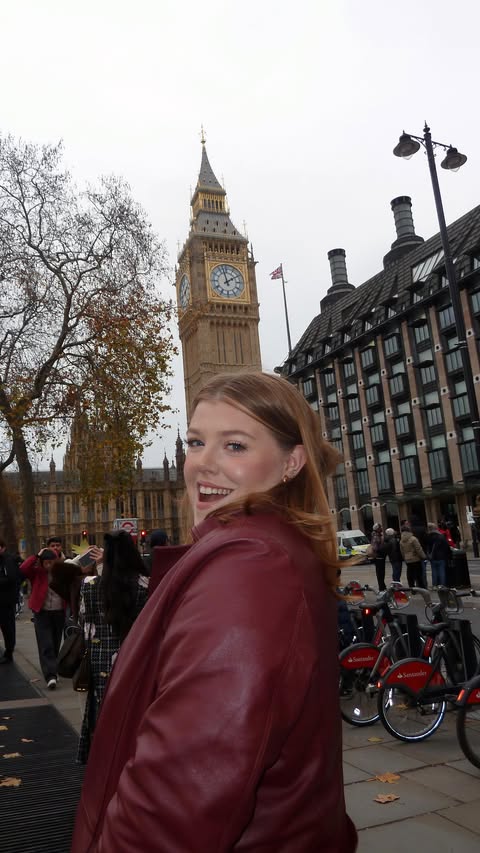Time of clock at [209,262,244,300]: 1:57
